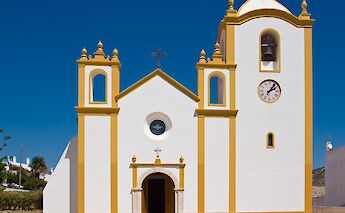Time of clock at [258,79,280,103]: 2:06
